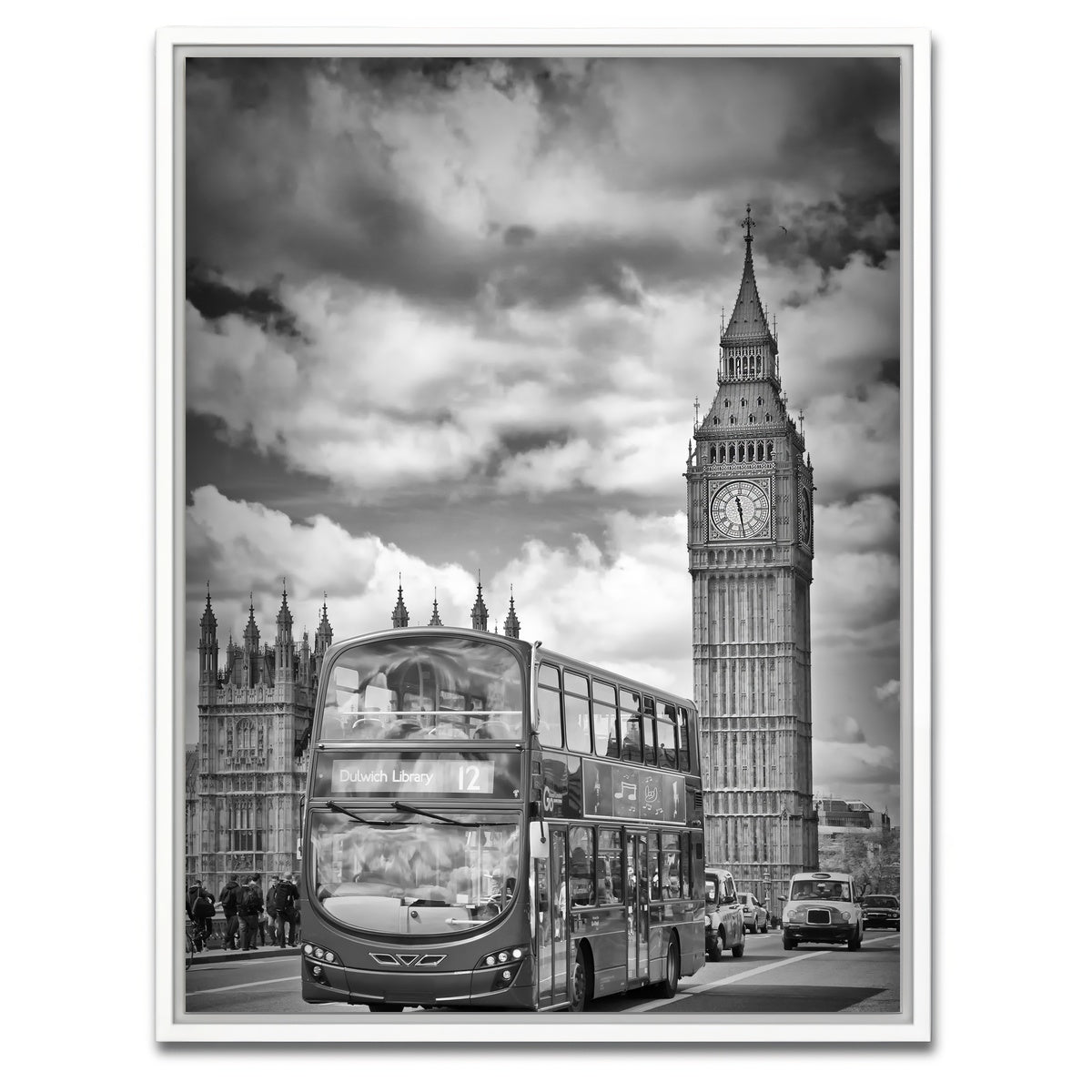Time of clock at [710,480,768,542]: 11:28
